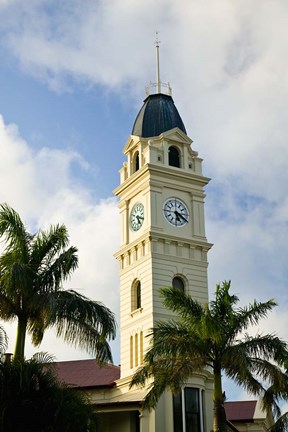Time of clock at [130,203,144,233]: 5:18
